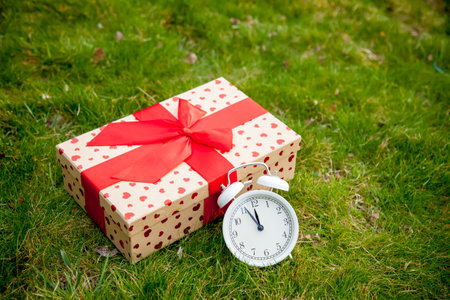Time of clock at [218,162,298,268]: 11:55
